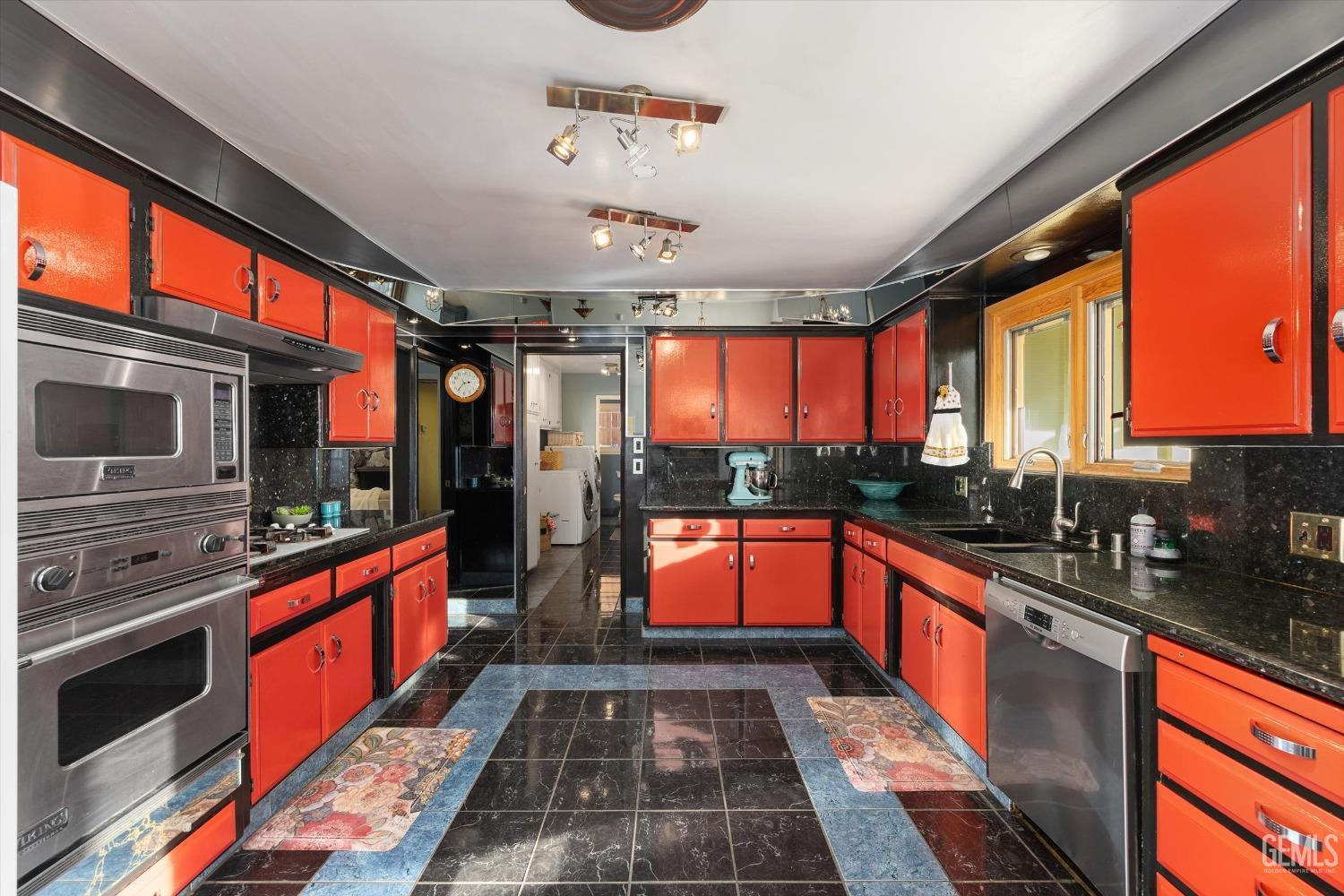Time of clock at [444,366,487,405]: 2:36
